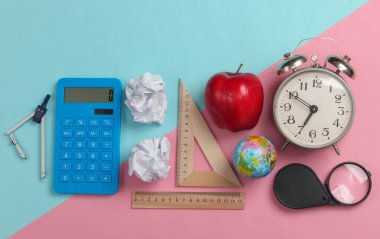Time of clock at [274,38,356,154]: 6:50
